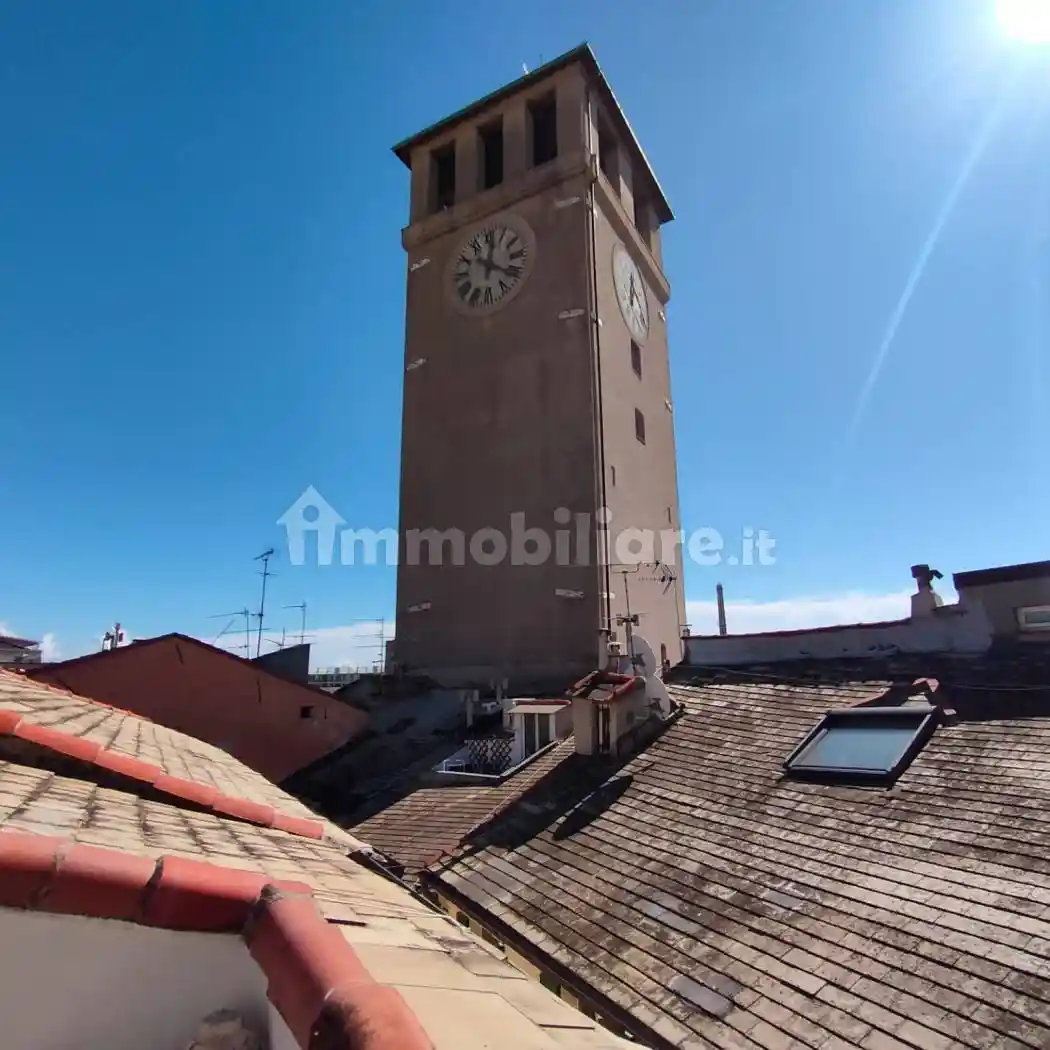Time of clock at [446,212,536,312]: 12:20
